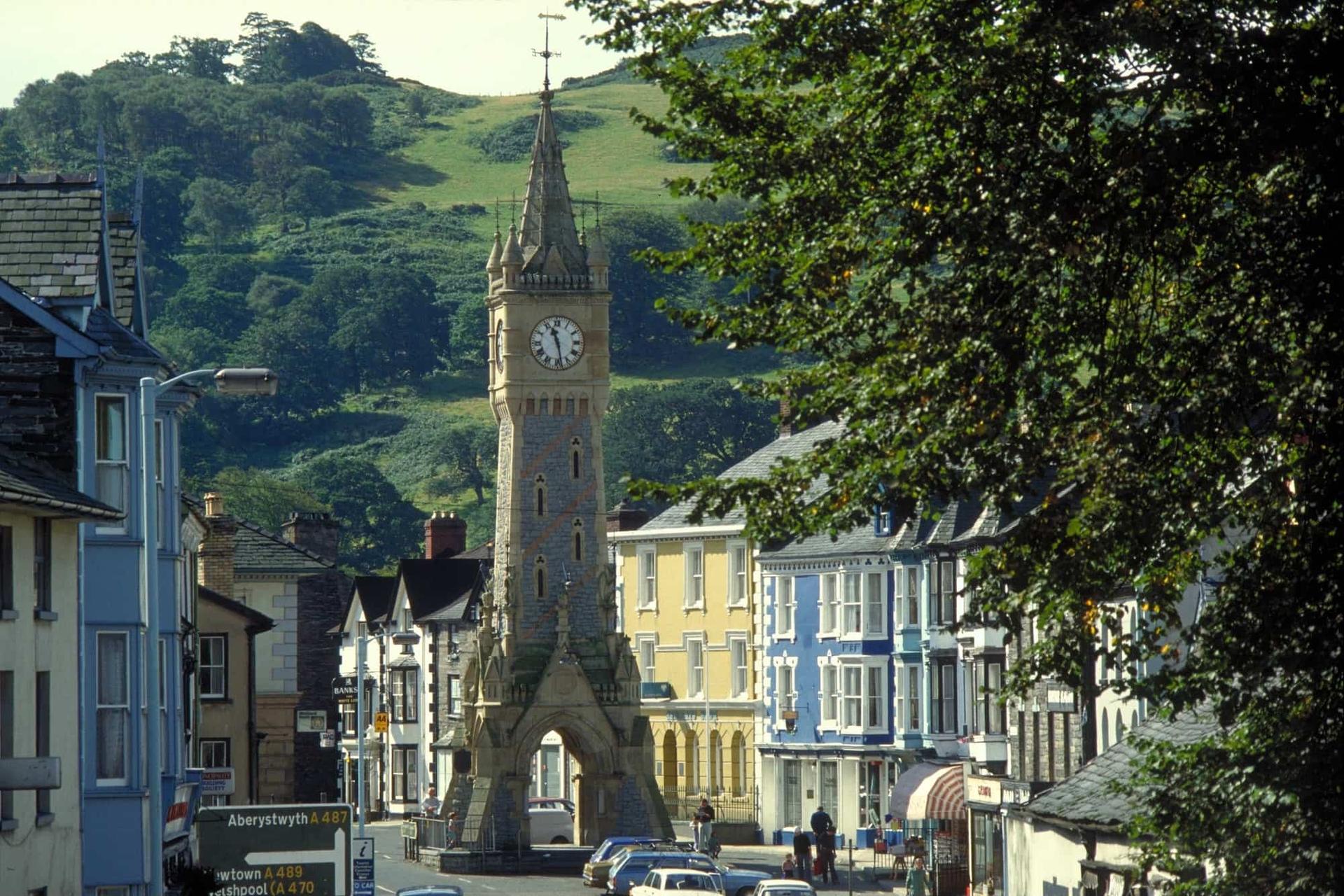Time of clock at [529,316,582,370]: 11:28
